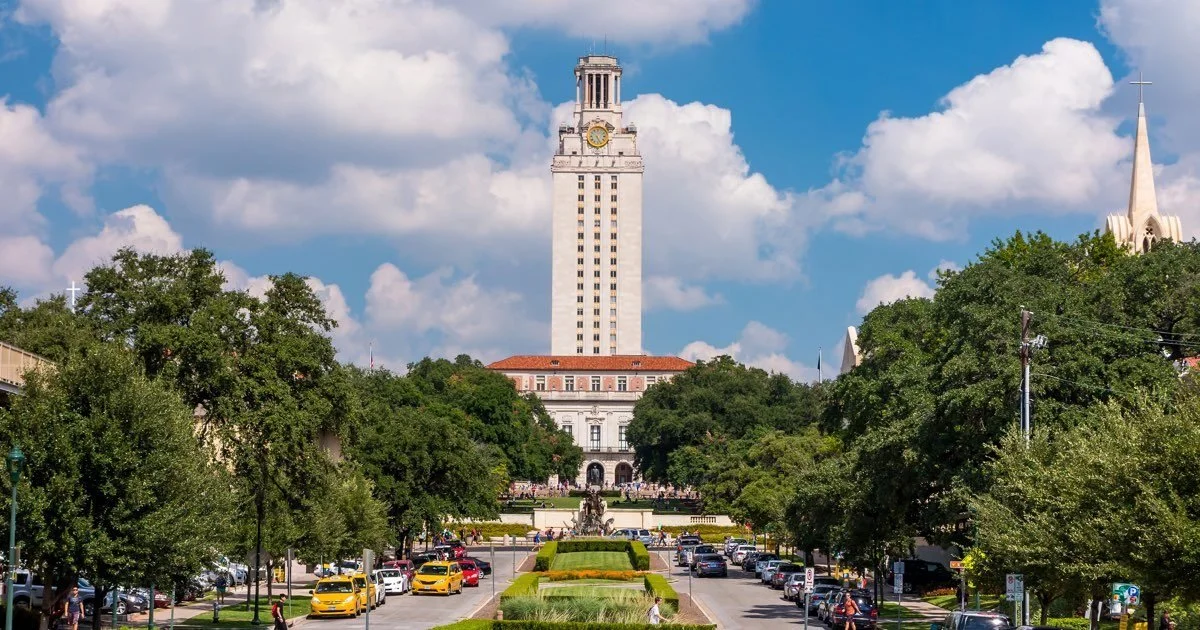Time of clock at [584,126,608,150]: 5:26
